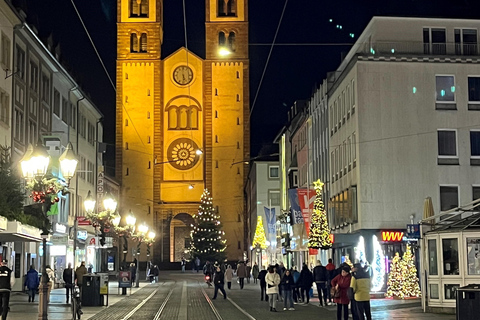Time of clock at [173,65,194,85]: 5:29
